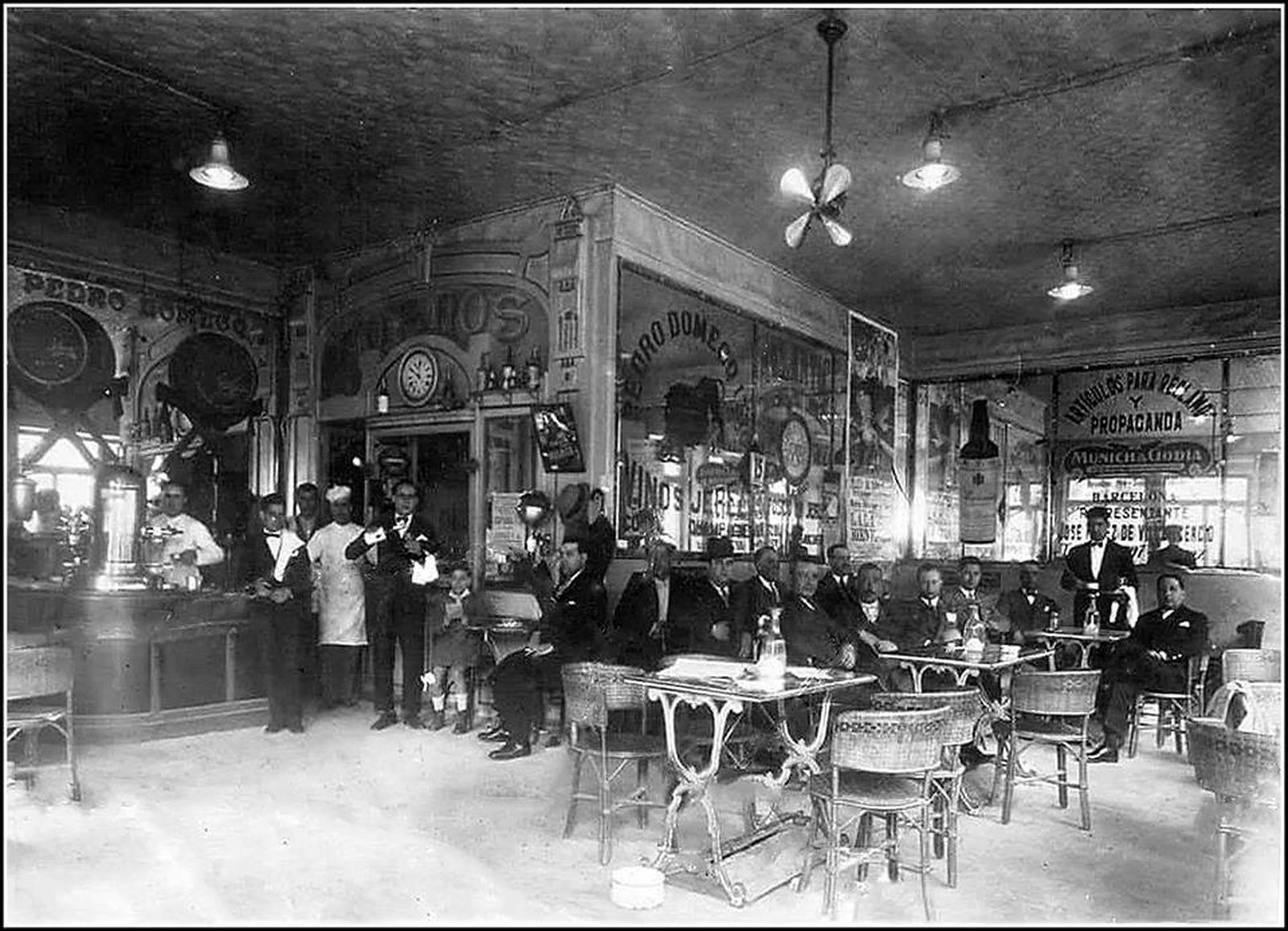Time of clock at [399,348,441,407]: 11:50
